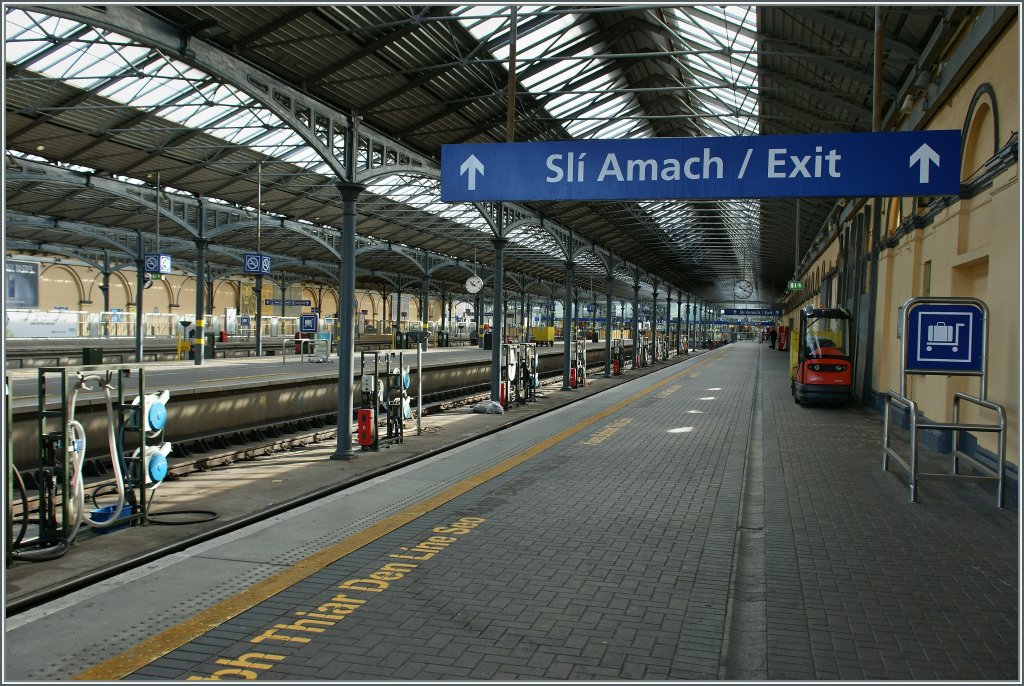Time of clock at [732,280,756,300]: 10:18
